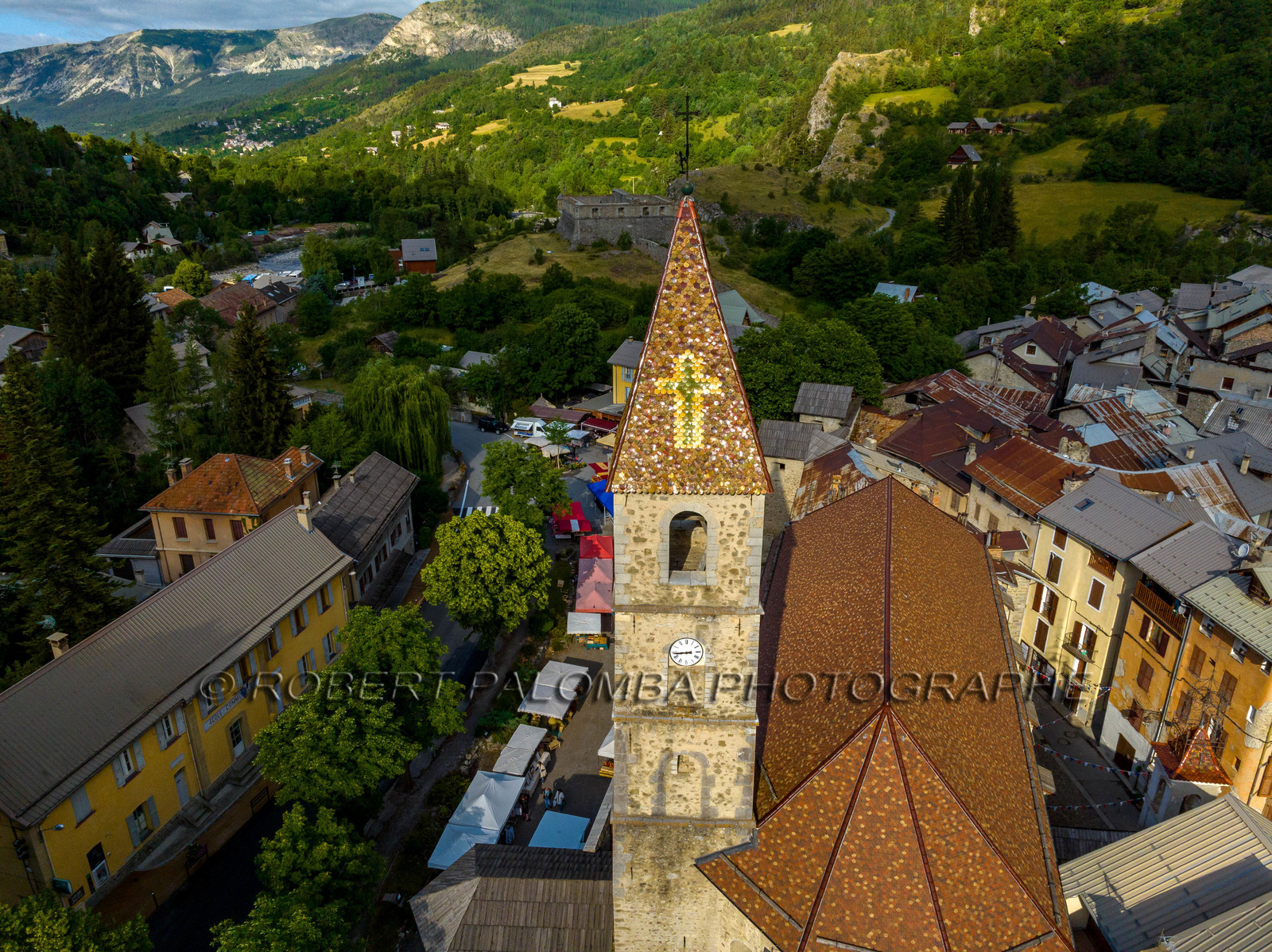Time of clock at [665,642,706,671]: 8:43
